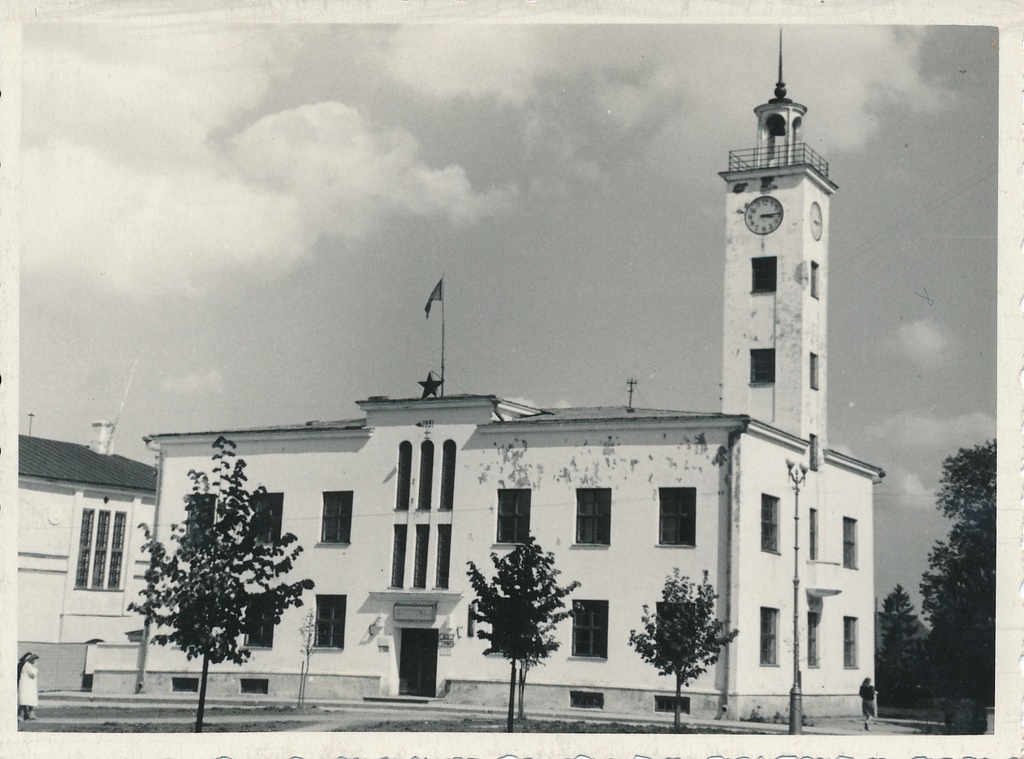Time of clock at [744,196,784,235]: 3:14
